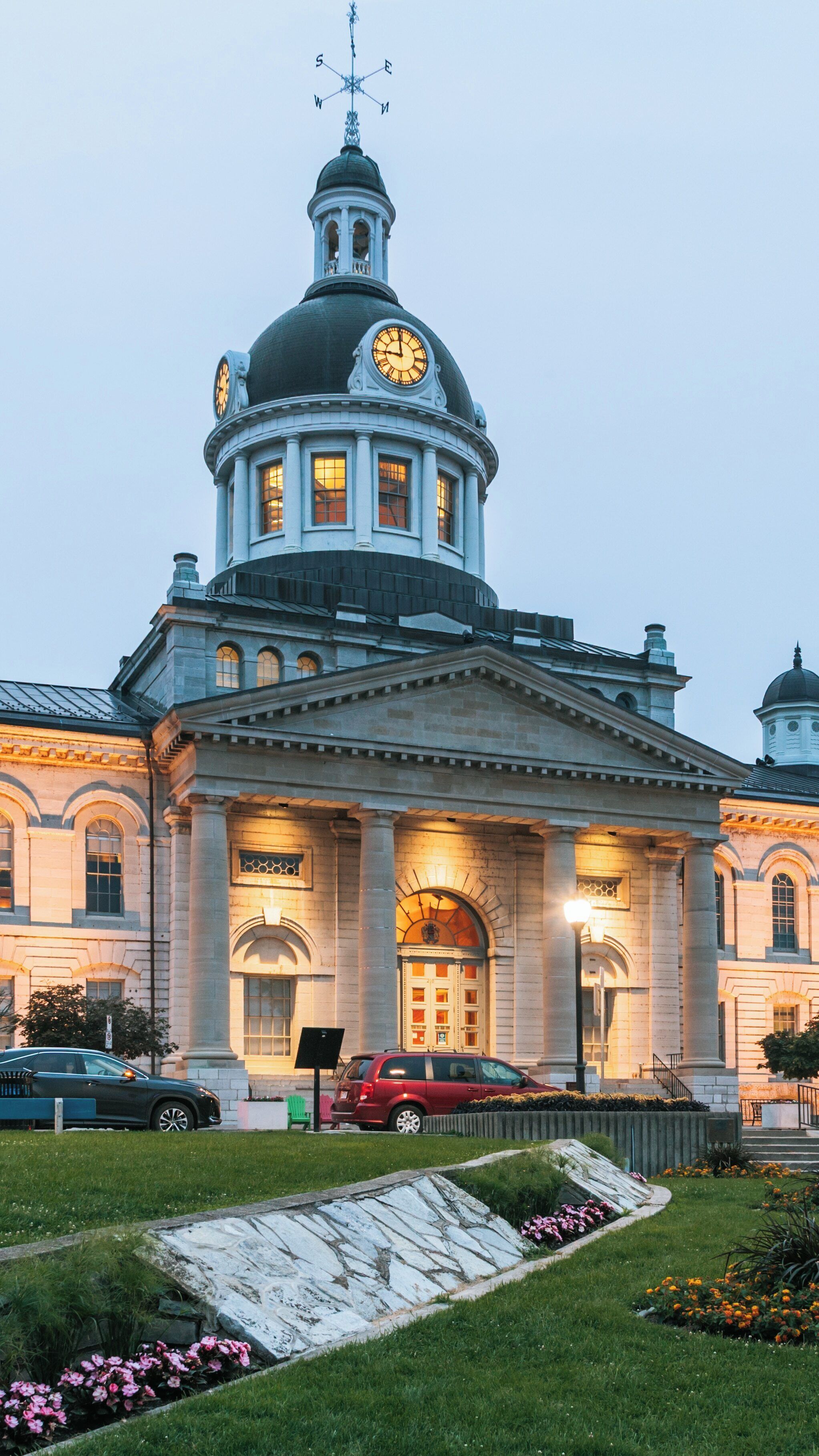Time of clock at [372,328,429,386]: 8:59
